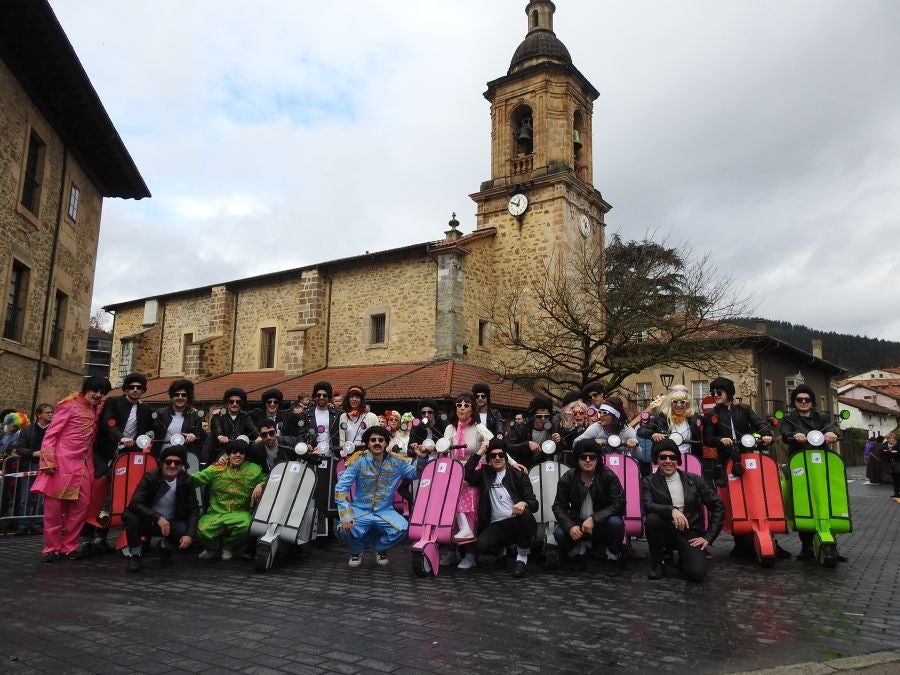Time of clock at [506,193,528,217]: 12:49
